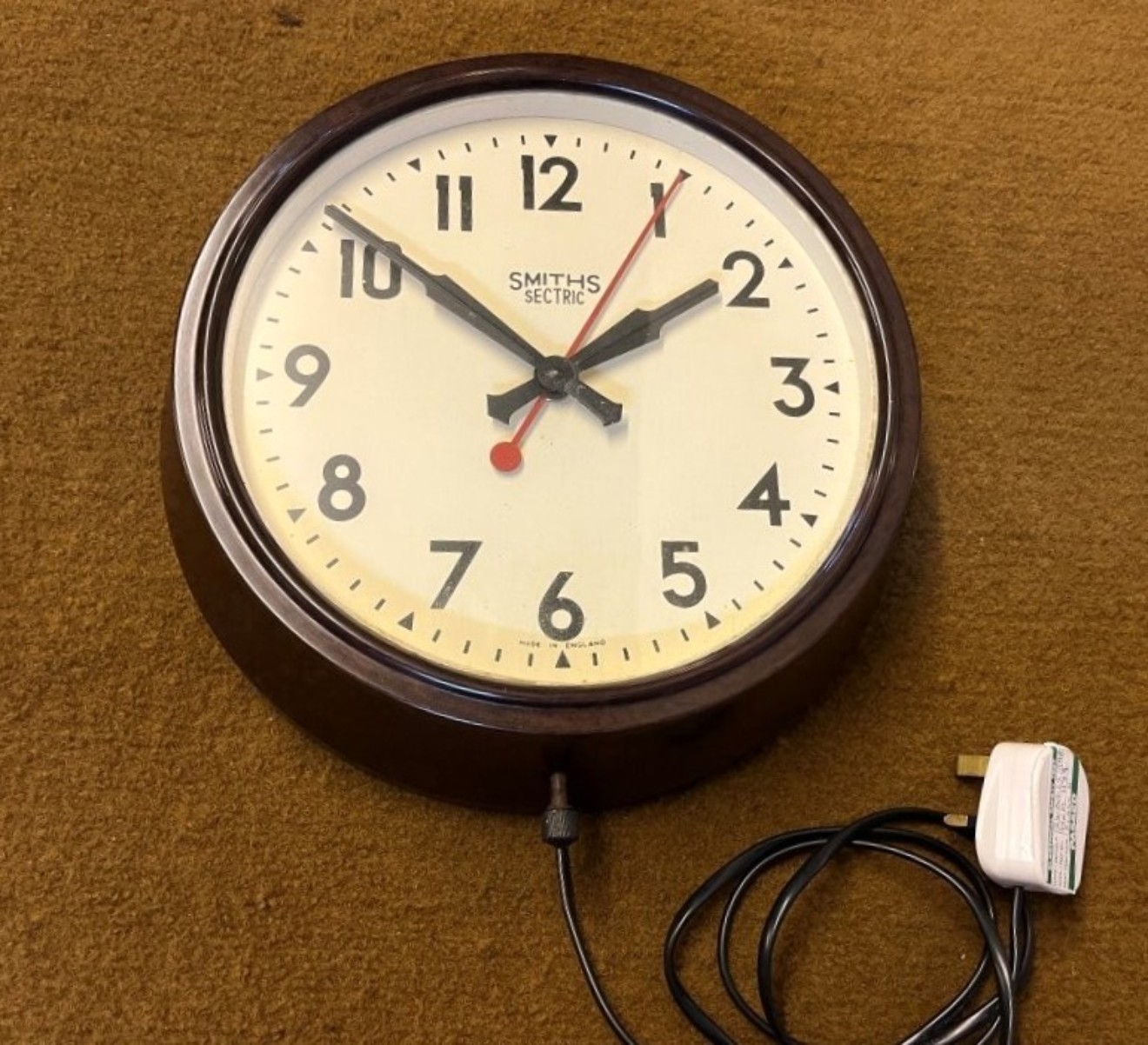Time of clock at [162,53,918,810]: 1:51
